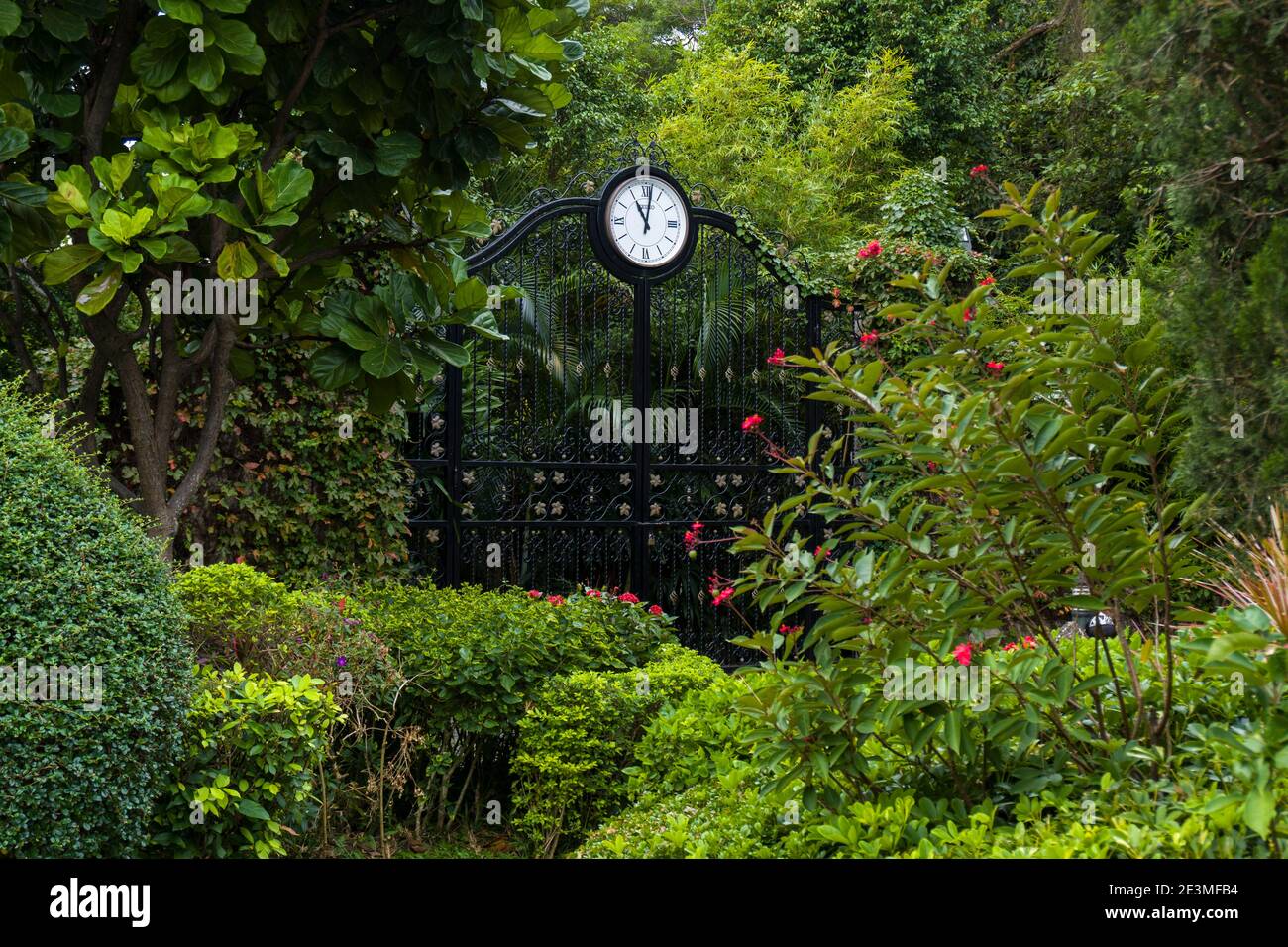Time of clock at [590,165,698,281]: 11:01
